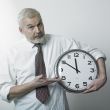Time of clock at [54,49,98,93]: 11:50
